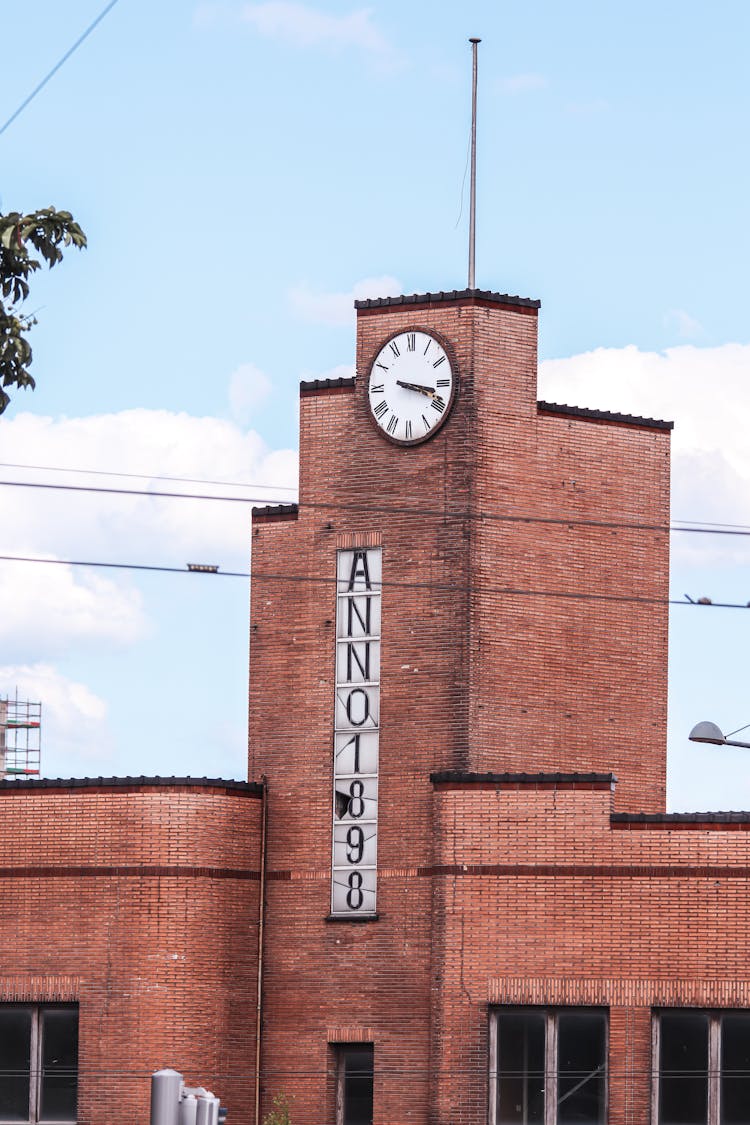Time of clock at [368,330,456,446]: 3:17
